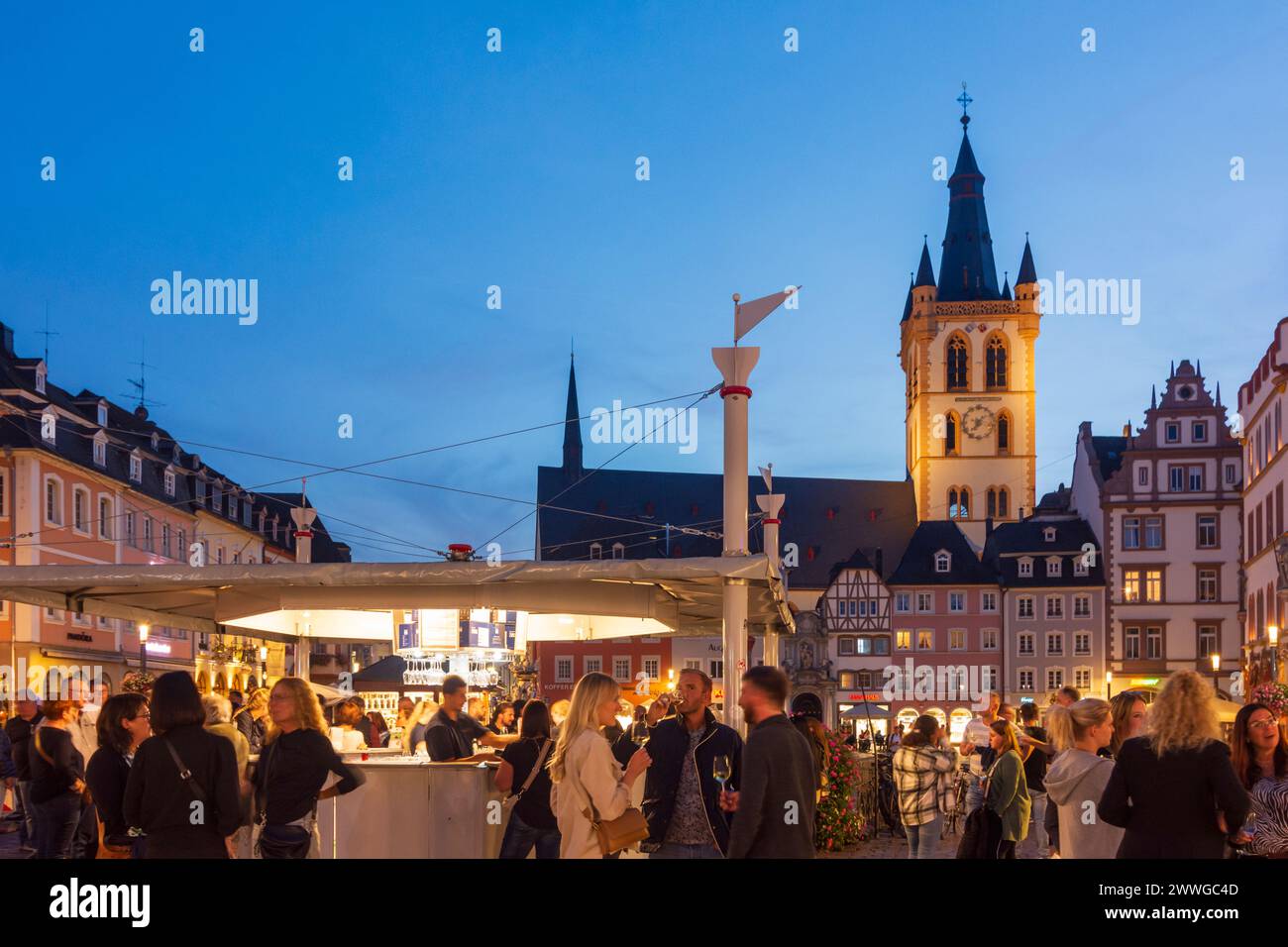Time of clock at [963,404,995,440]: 7:07
